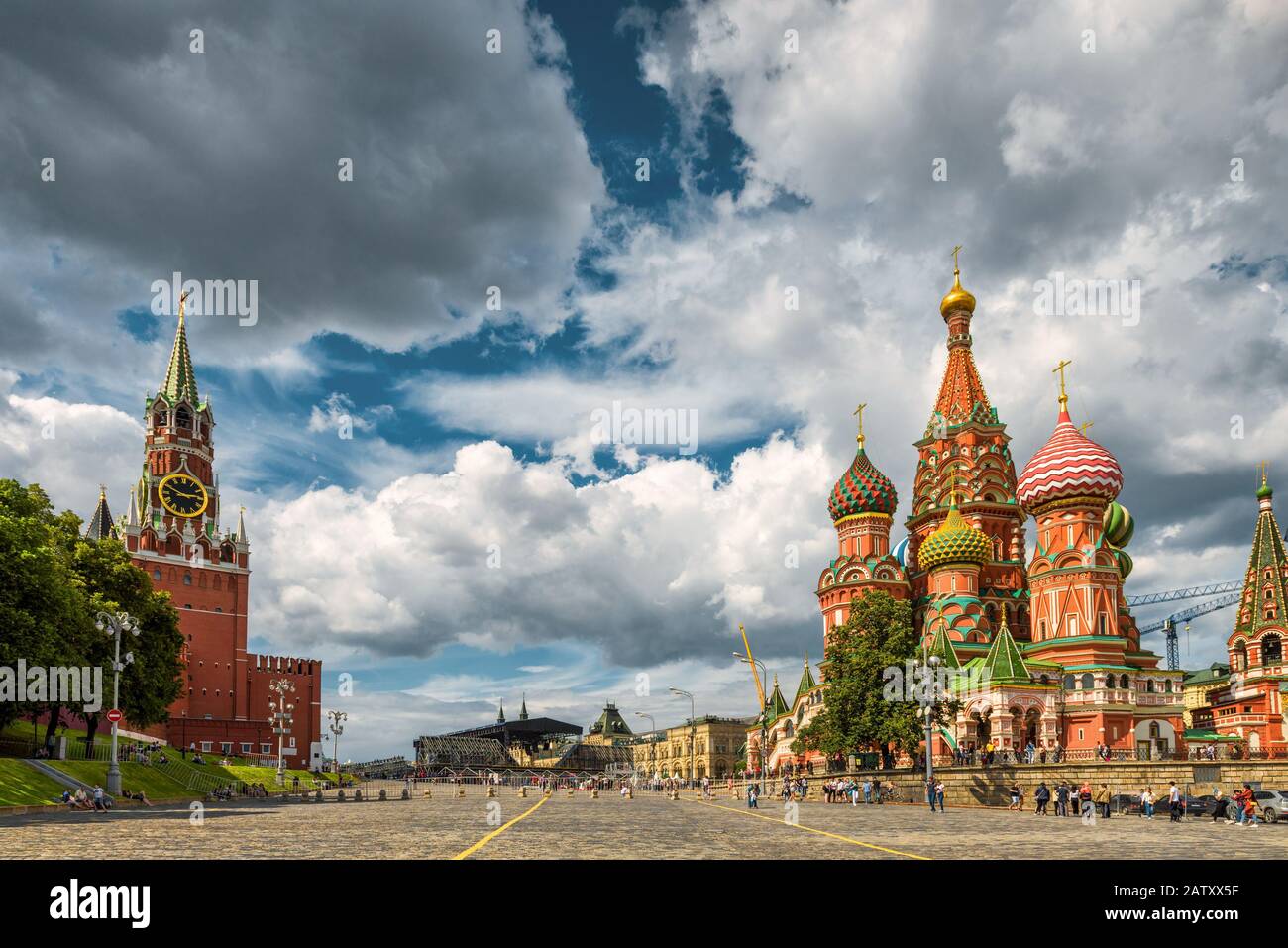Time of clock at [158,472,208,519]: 2:48
